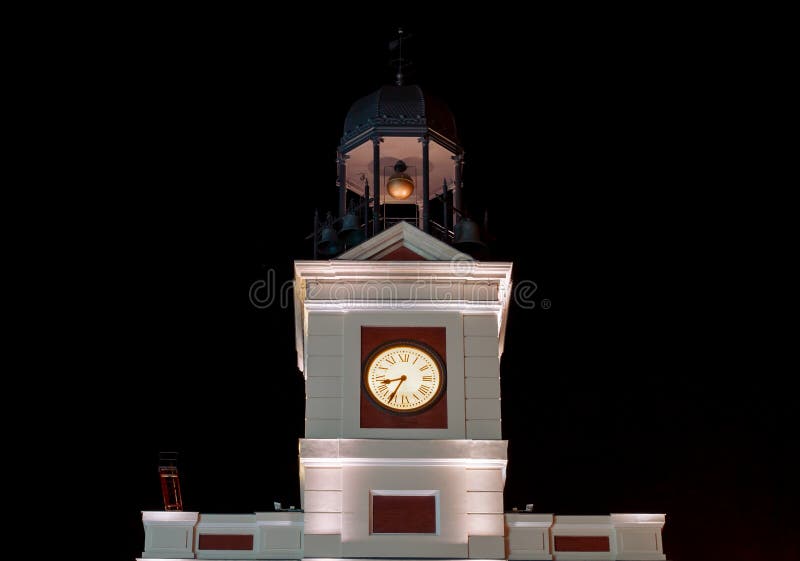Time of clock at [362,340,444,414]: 8:35
